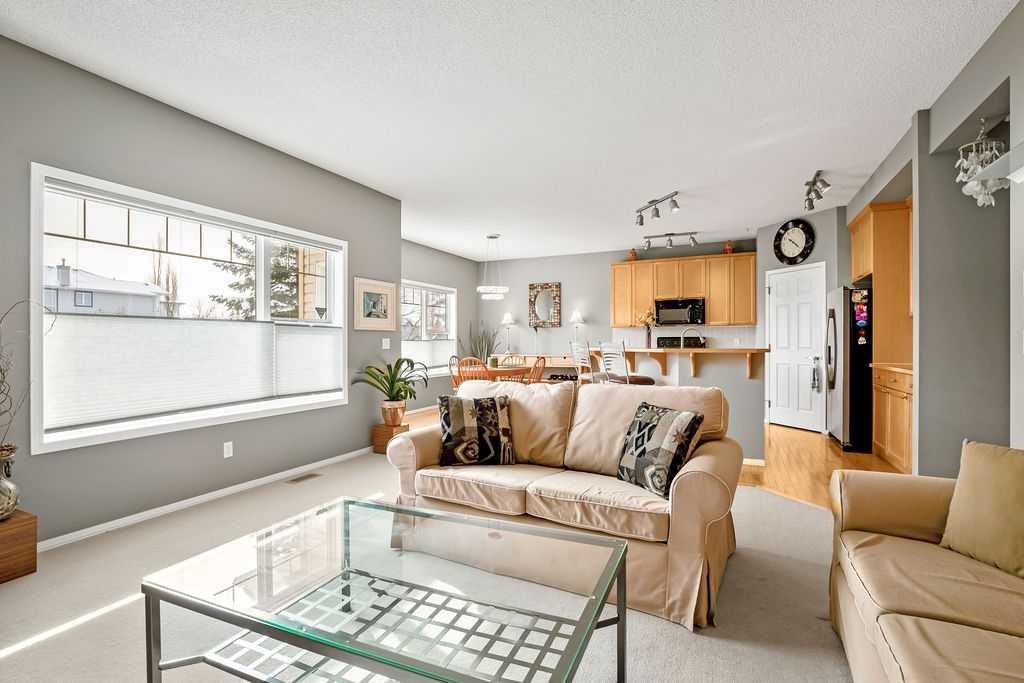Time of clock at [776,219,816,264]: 4:21
